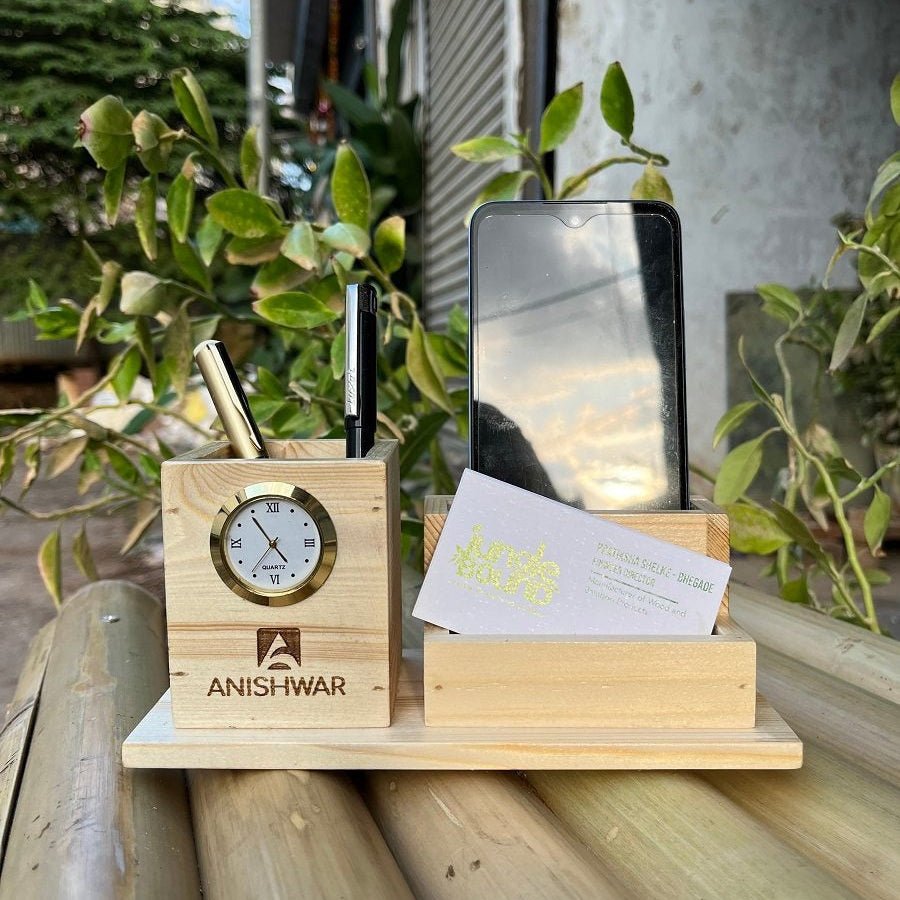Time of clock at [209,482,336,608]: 4:54
